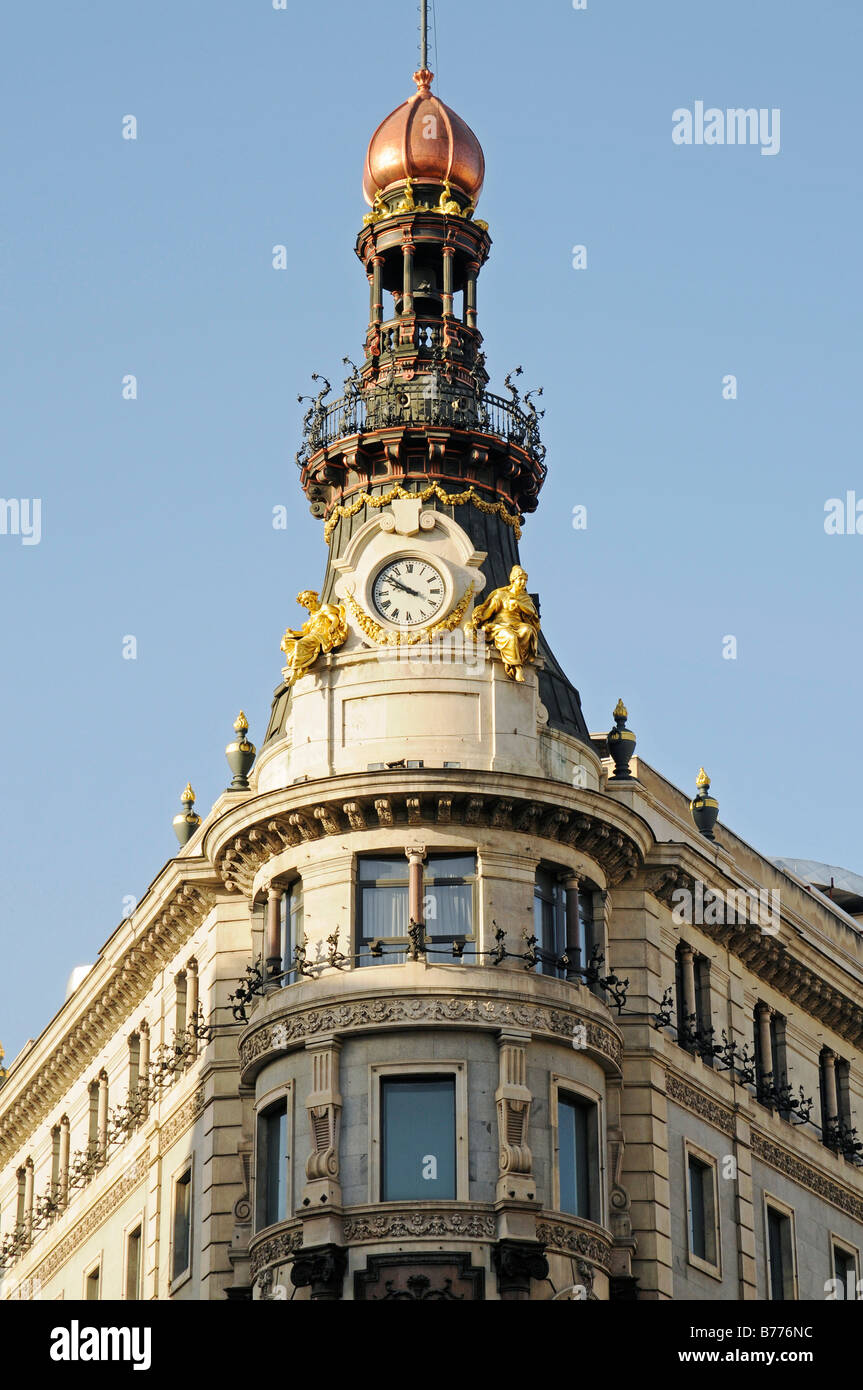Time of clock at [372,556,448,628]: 9:51
